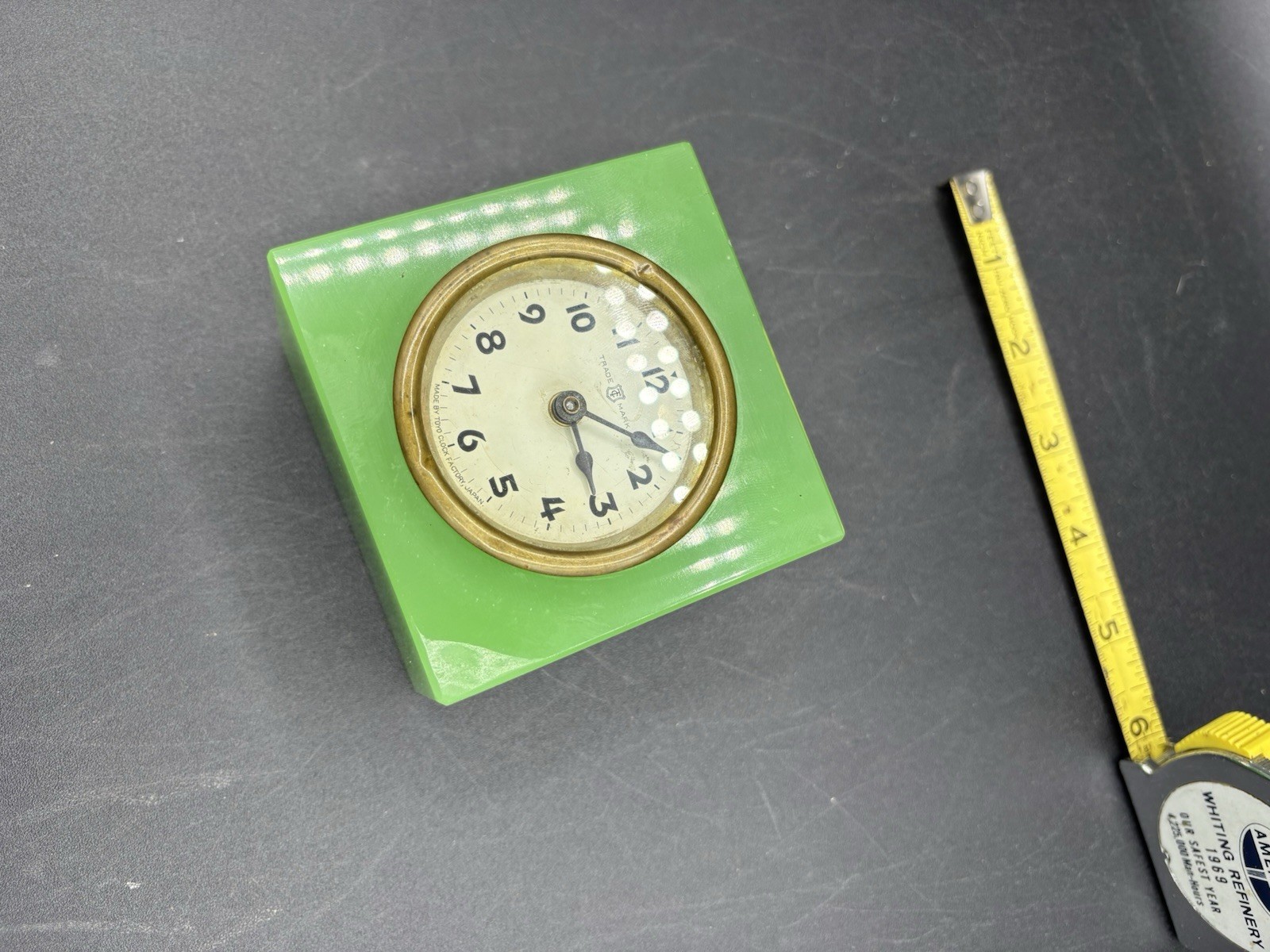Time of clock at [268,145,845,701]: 6:21
